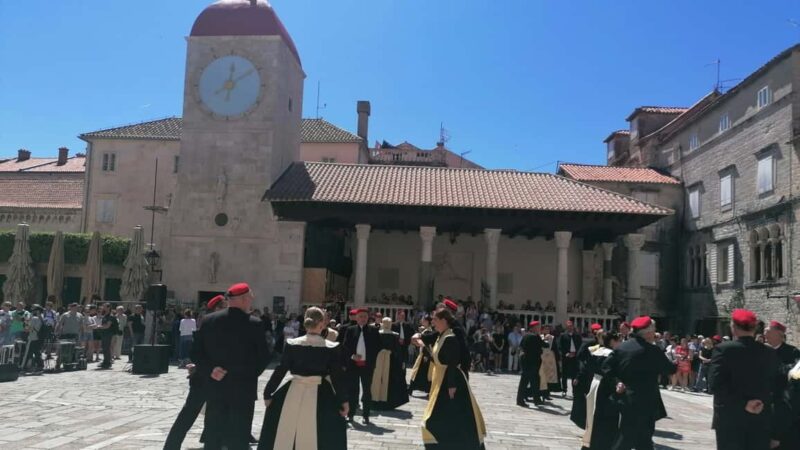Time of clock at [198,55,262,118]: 8:01
